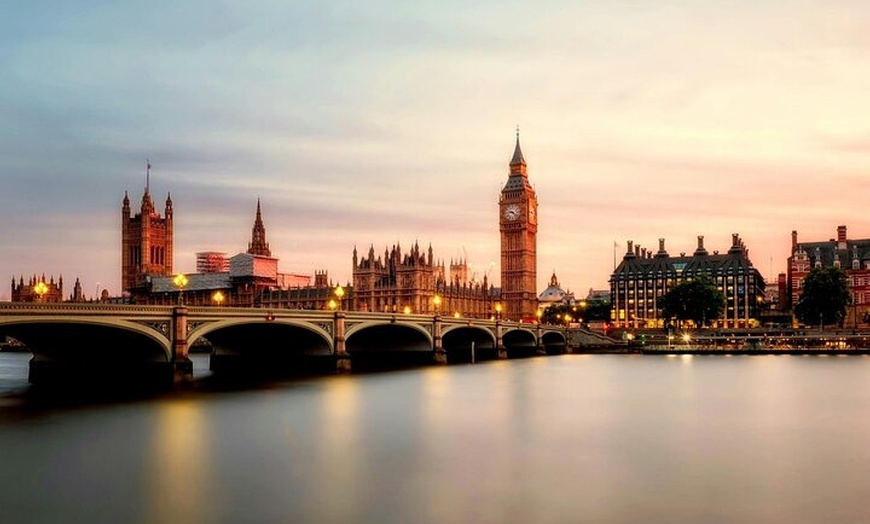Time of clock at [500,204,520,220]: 9:22
